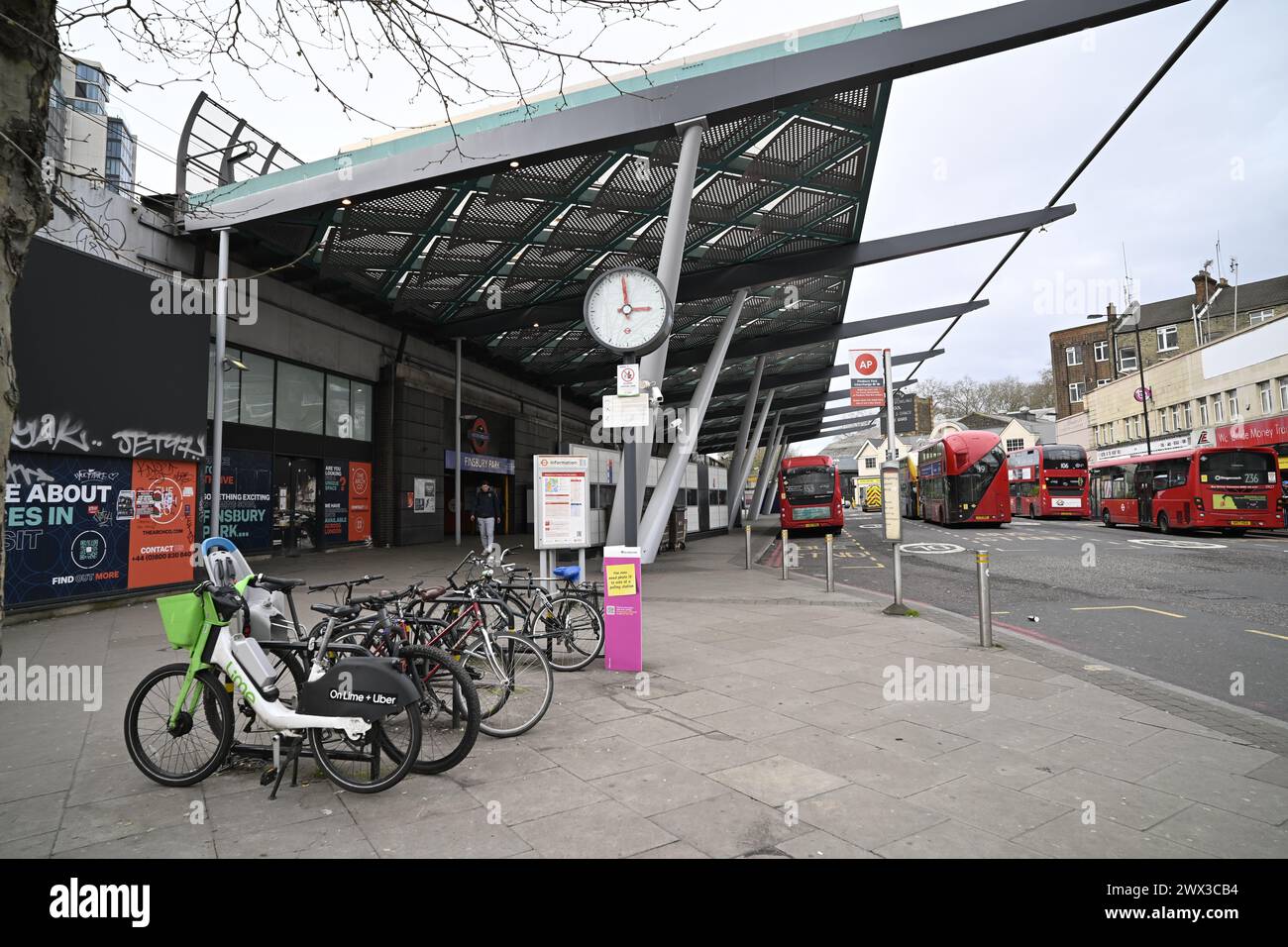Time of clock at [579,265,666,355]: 2:58
